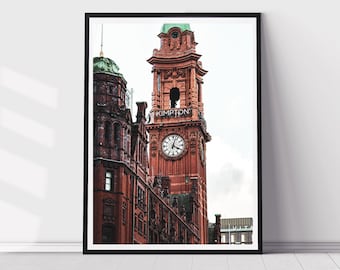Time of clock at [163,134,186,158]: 4:02
